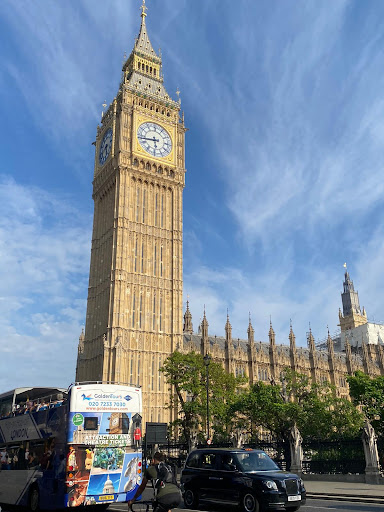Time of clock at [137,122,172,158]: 5:43
